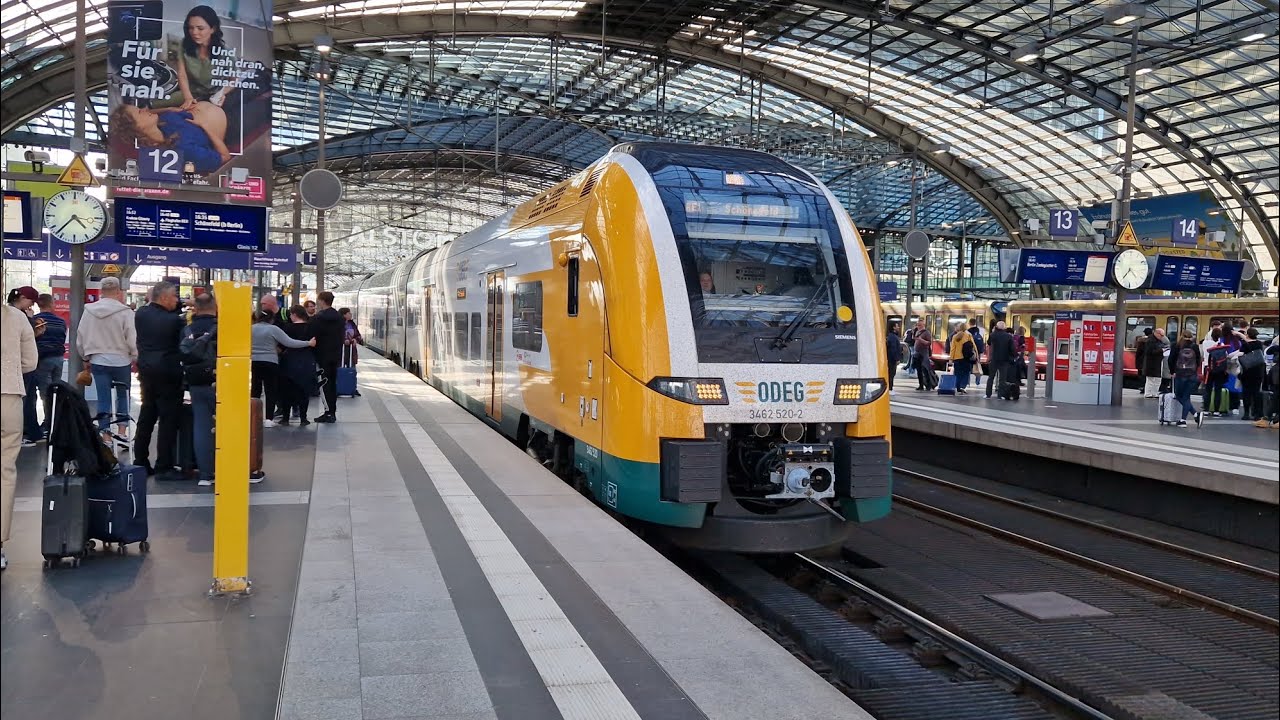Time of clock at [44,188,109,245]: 4:37
